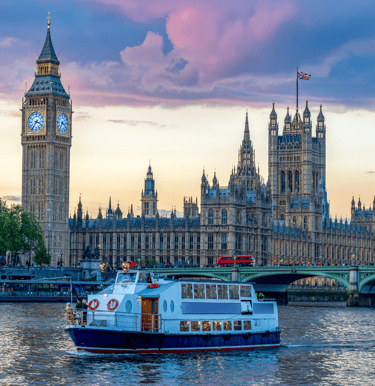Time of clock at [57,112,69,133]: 3:35
